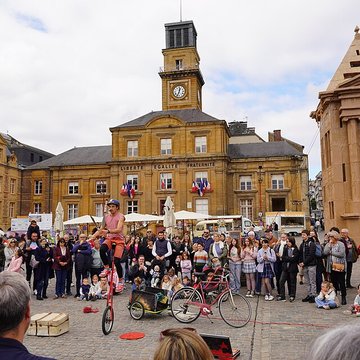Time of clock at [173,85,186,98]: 12:34
